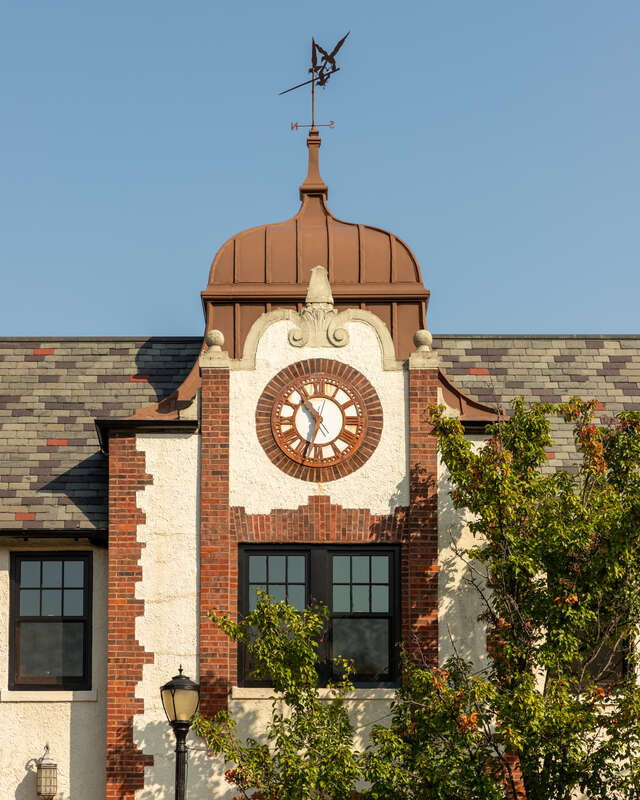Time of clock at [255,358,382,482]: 10:32
